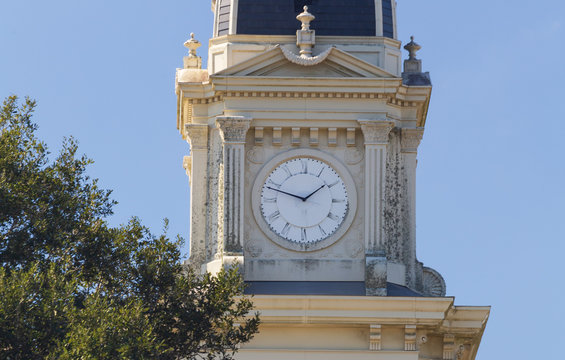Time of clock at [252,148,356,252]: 1:47
